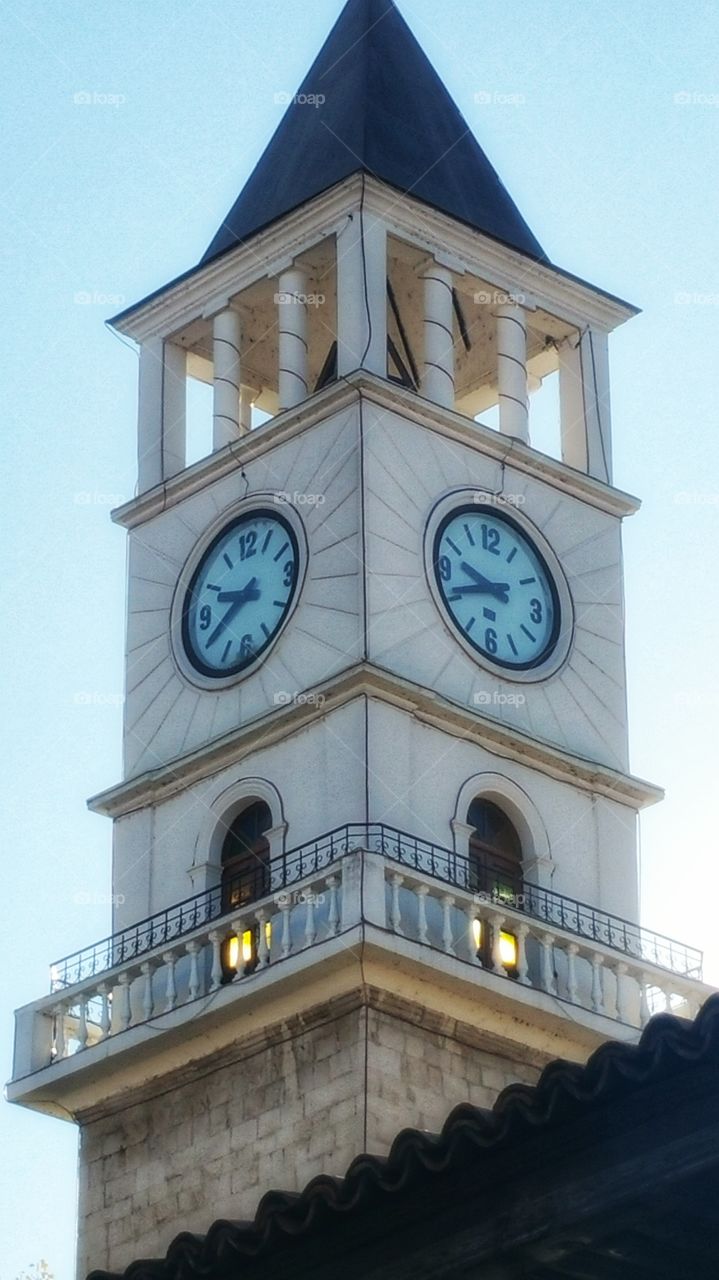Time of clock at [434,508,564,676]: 9:41
